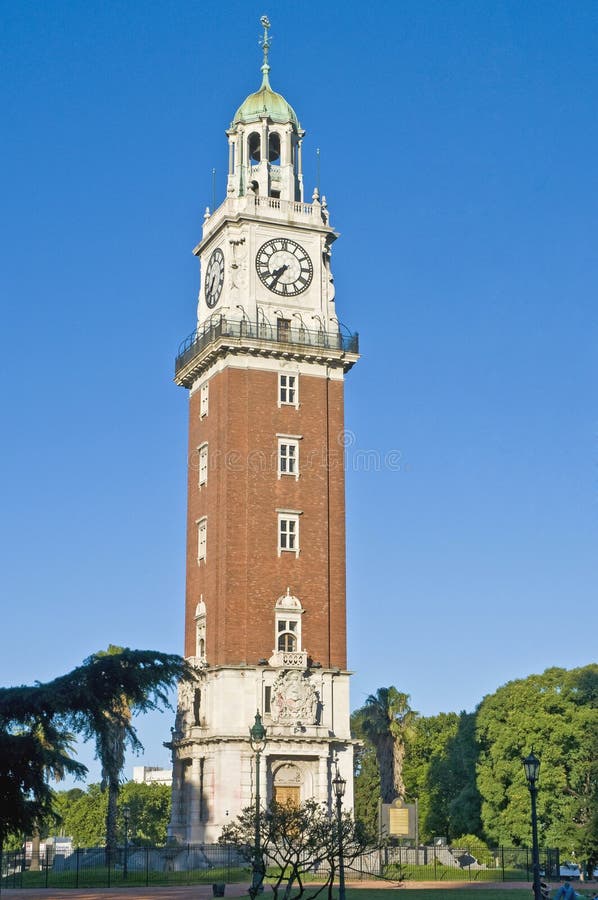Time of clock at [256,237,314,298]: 7:35
